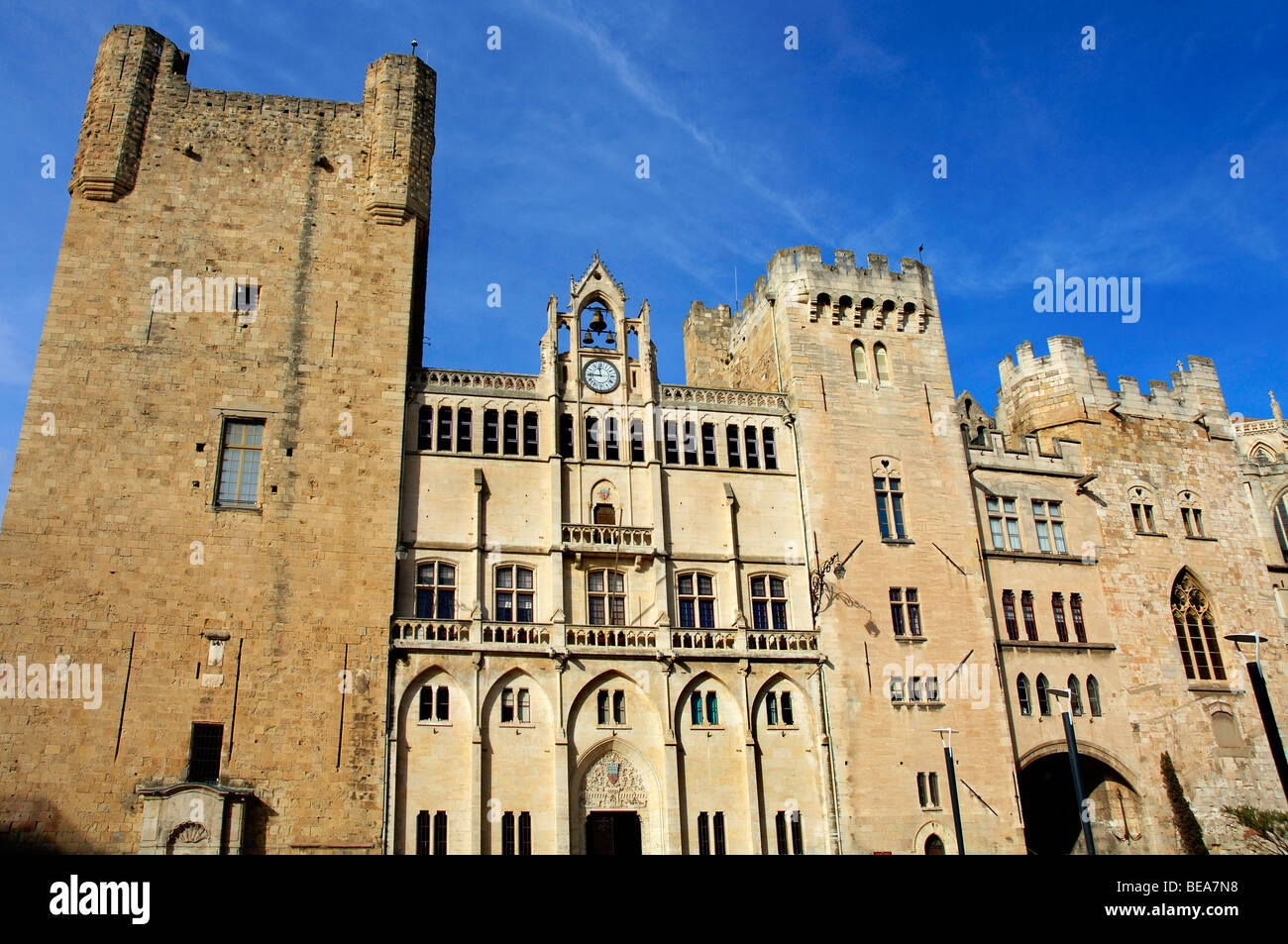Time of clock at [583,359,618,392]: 11:44
